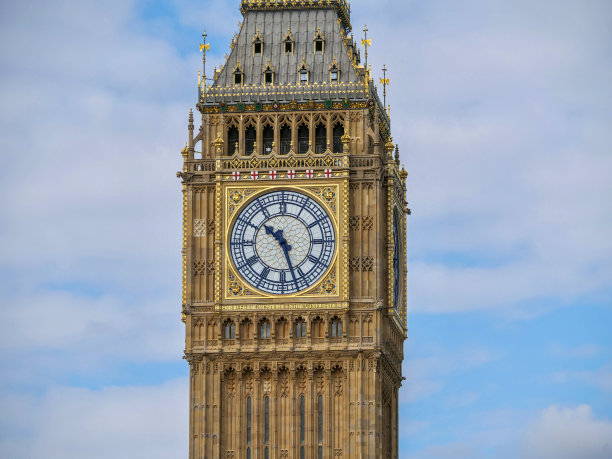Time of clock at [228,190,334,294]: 10:26
